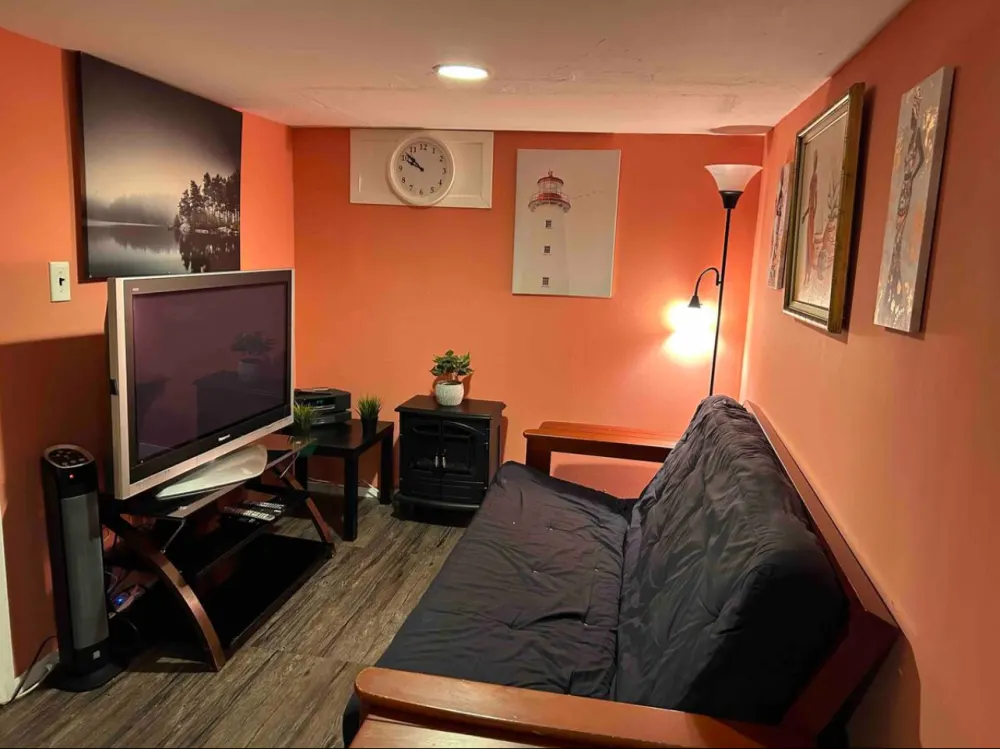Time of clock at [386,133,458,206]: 9:51
